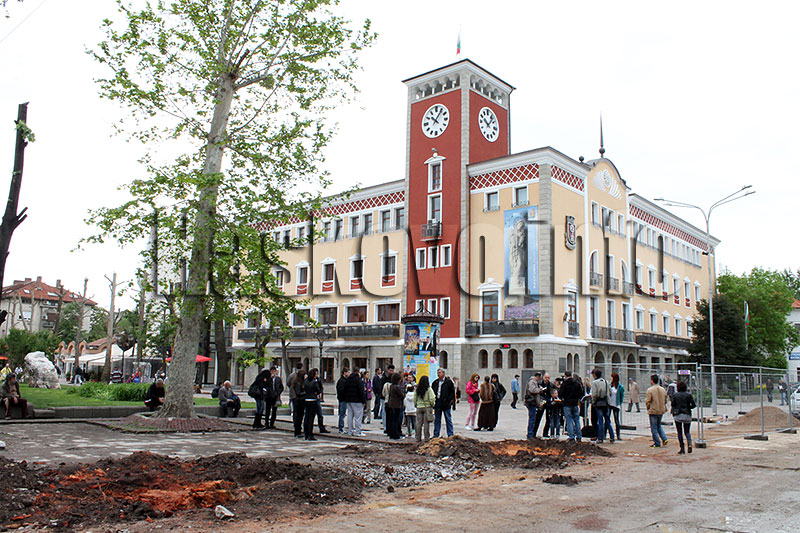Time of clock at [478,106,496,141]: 10:06
